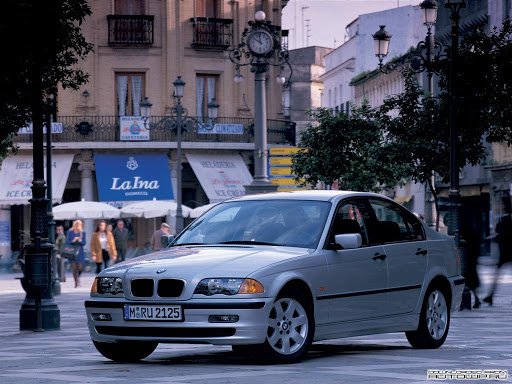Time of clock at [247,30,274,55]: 11:50
